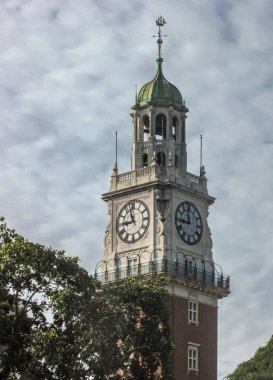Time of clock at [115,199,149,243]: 8:57
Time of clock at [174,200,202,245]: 11:44
